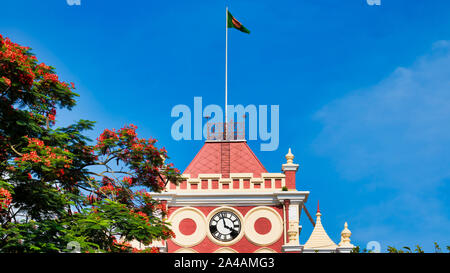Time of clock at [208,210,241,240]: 3:57
